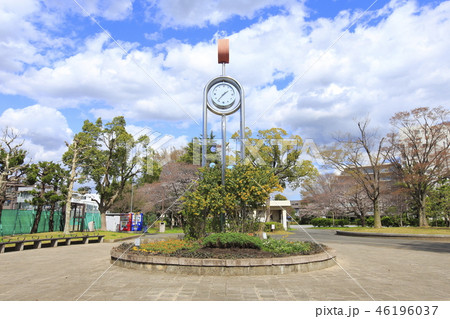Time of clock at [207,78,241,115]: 1:36
